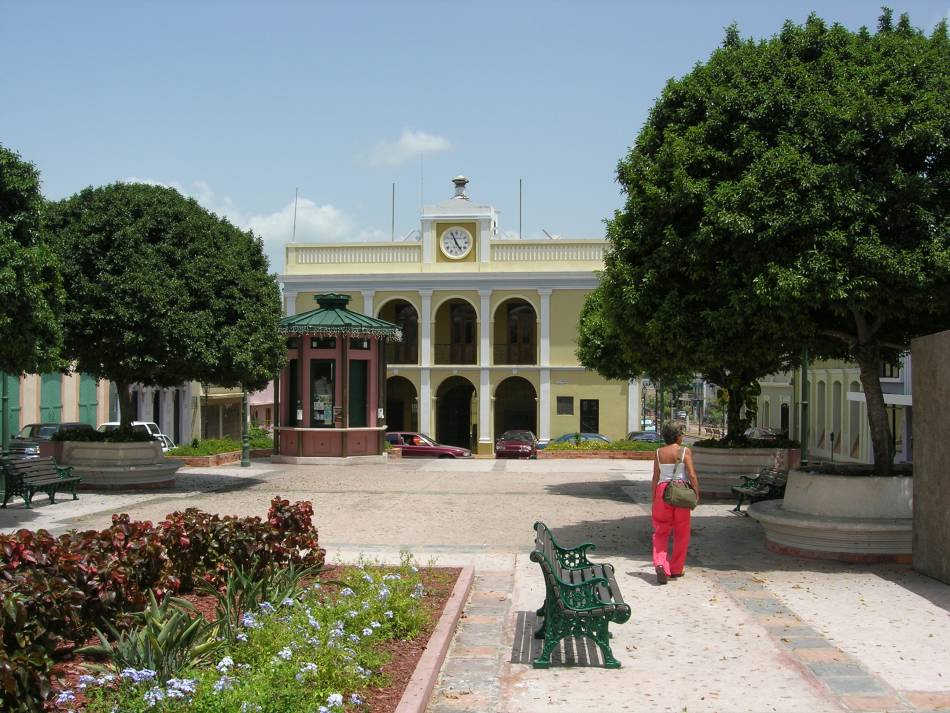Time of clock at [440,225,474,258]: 4:56
